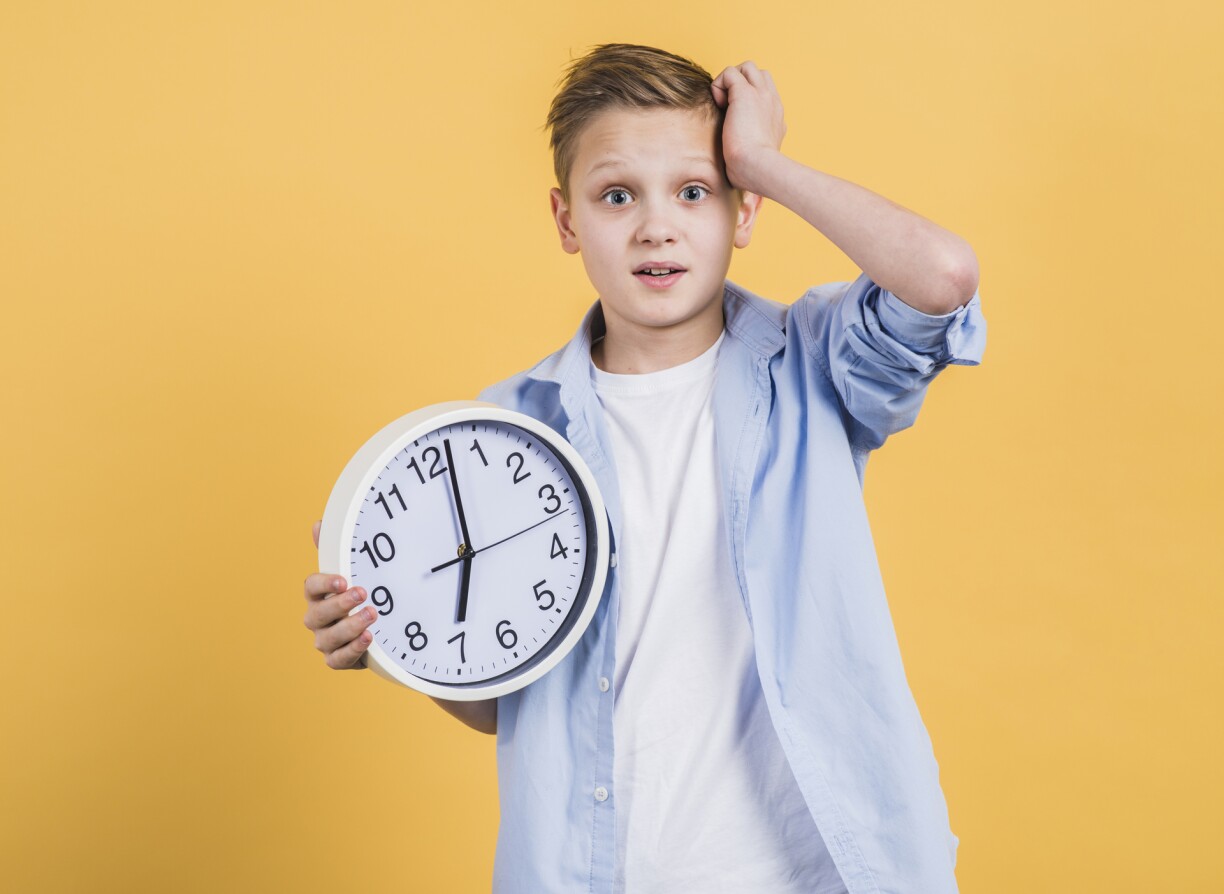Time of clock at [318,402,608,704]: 7:02
